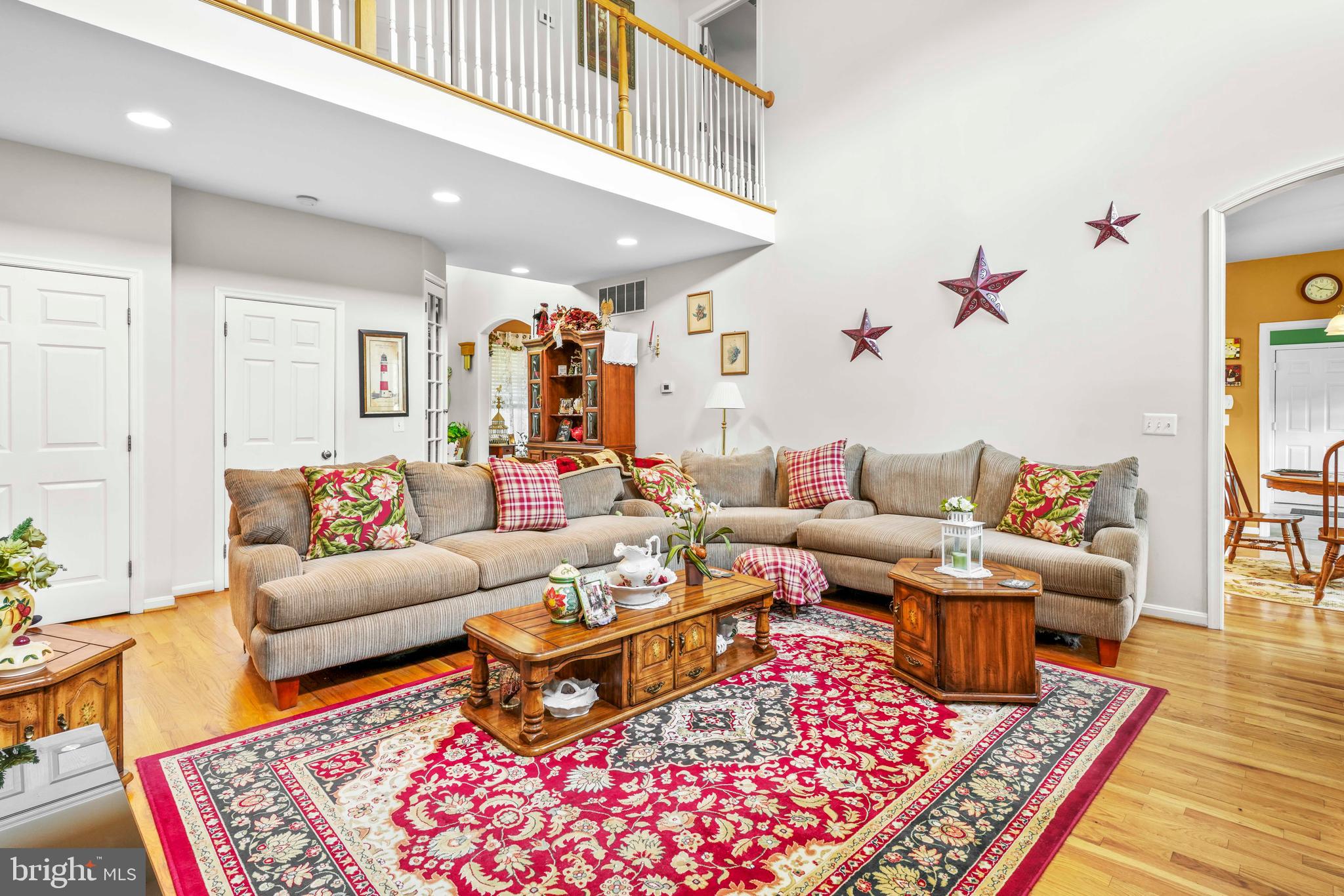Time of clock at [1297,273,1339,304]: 10:16
